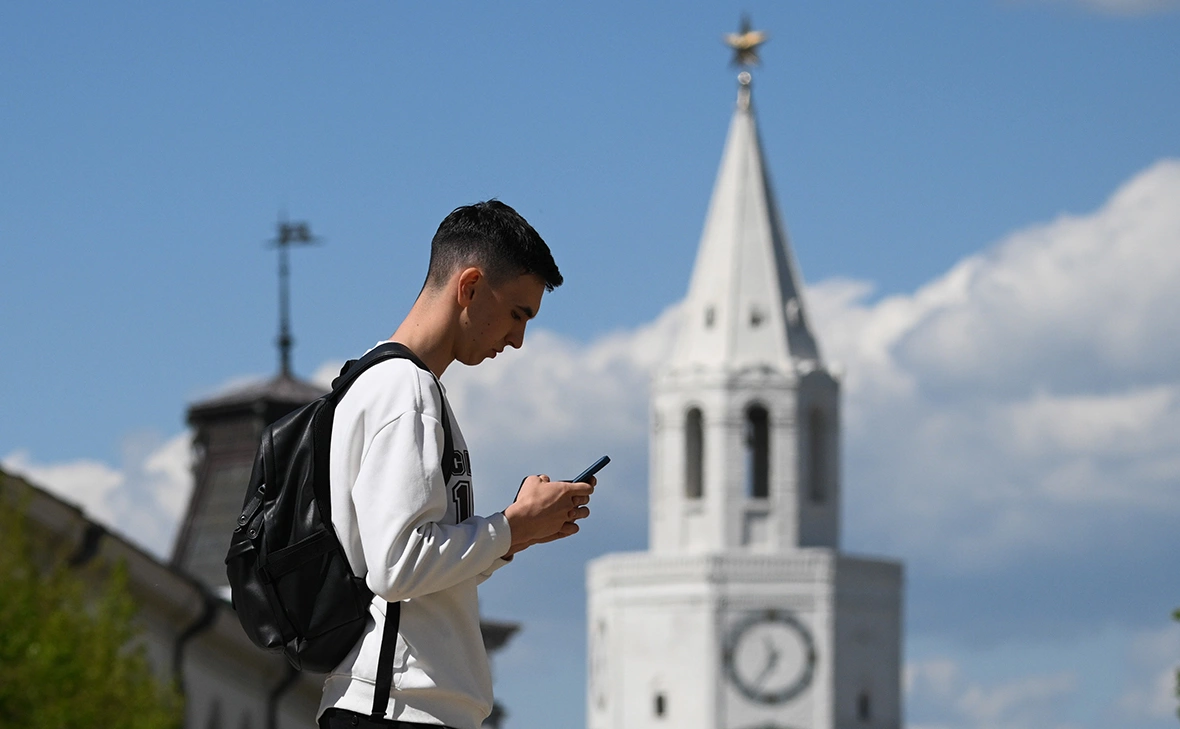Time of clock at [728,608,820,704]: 11:35
